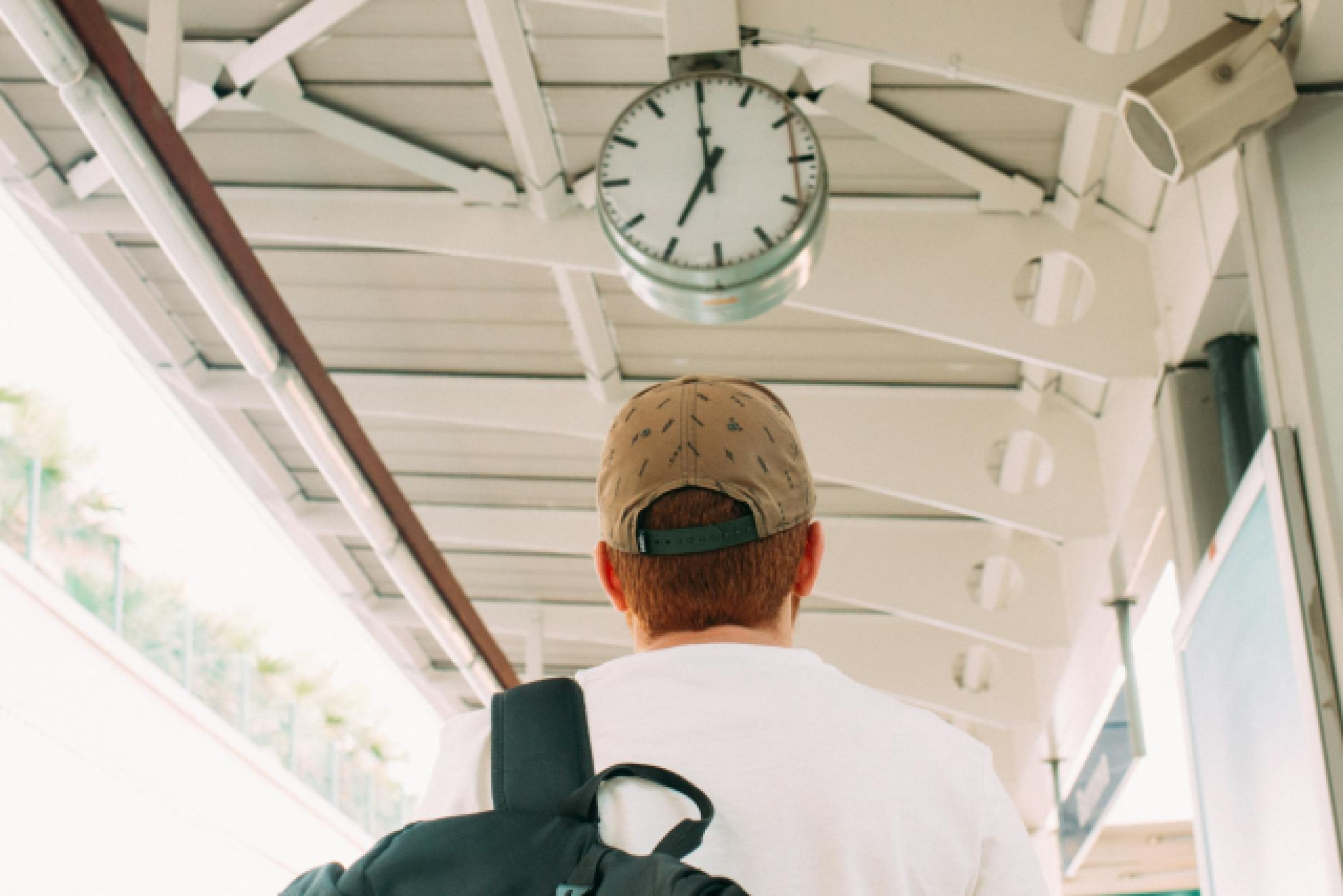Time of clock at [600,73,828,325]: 7:00
